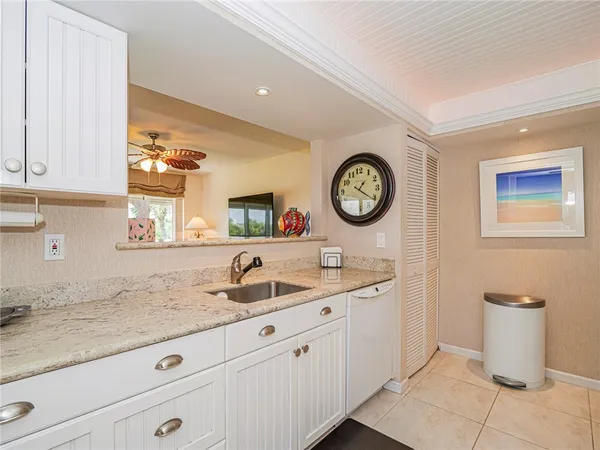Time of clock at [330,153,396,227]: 1:20
